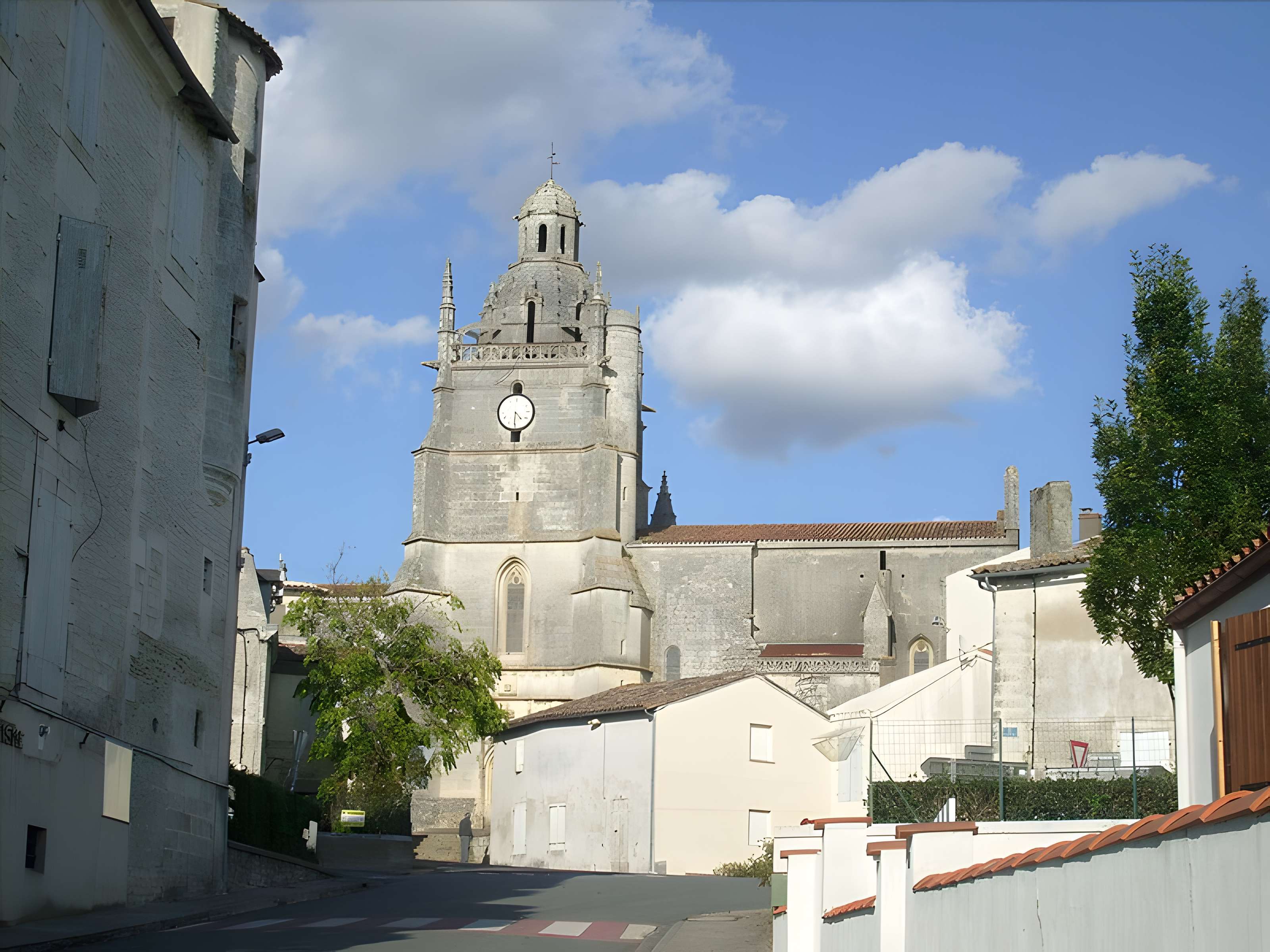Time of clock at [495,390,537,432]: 4:30
